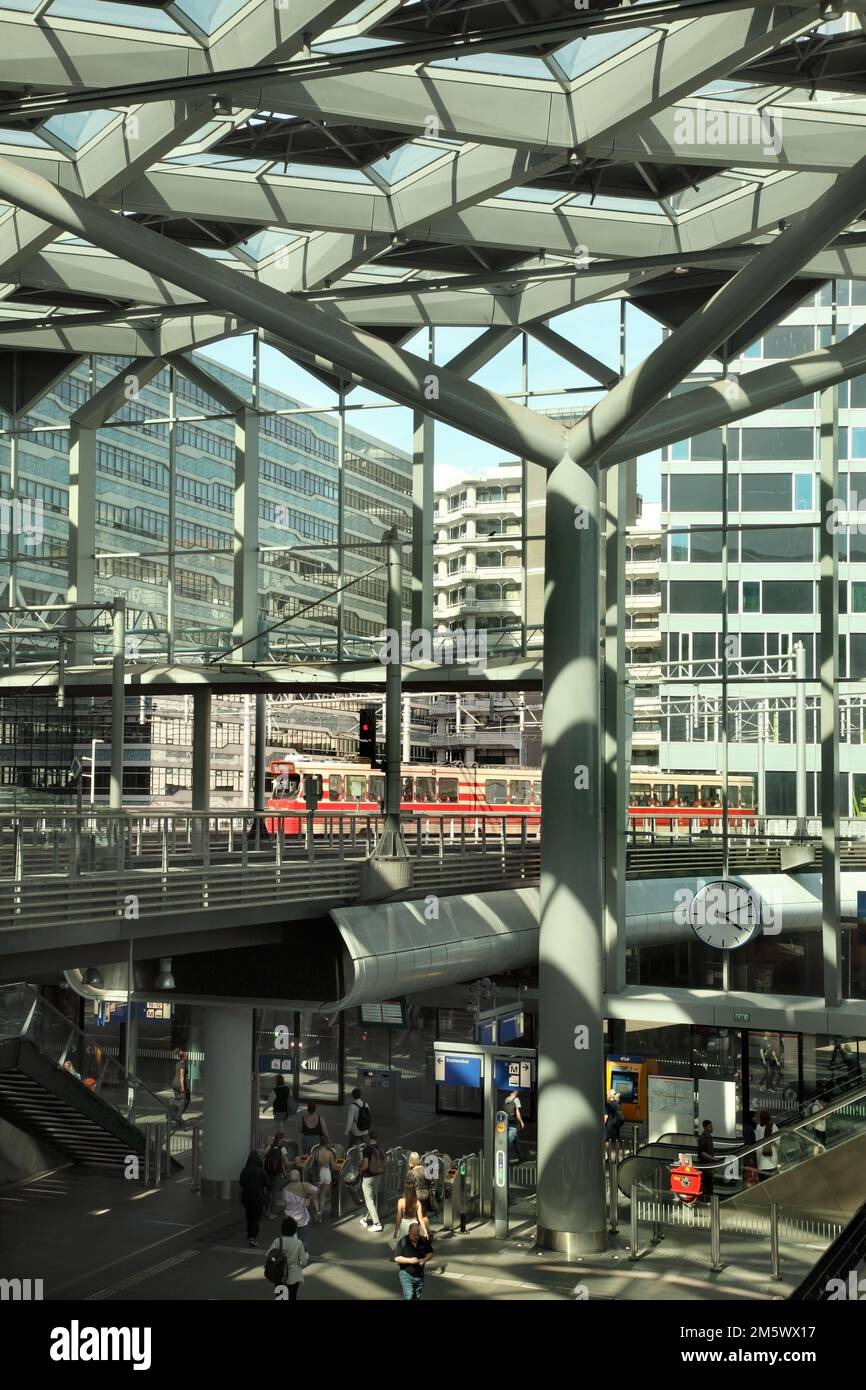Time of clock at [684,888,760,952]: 4:11
